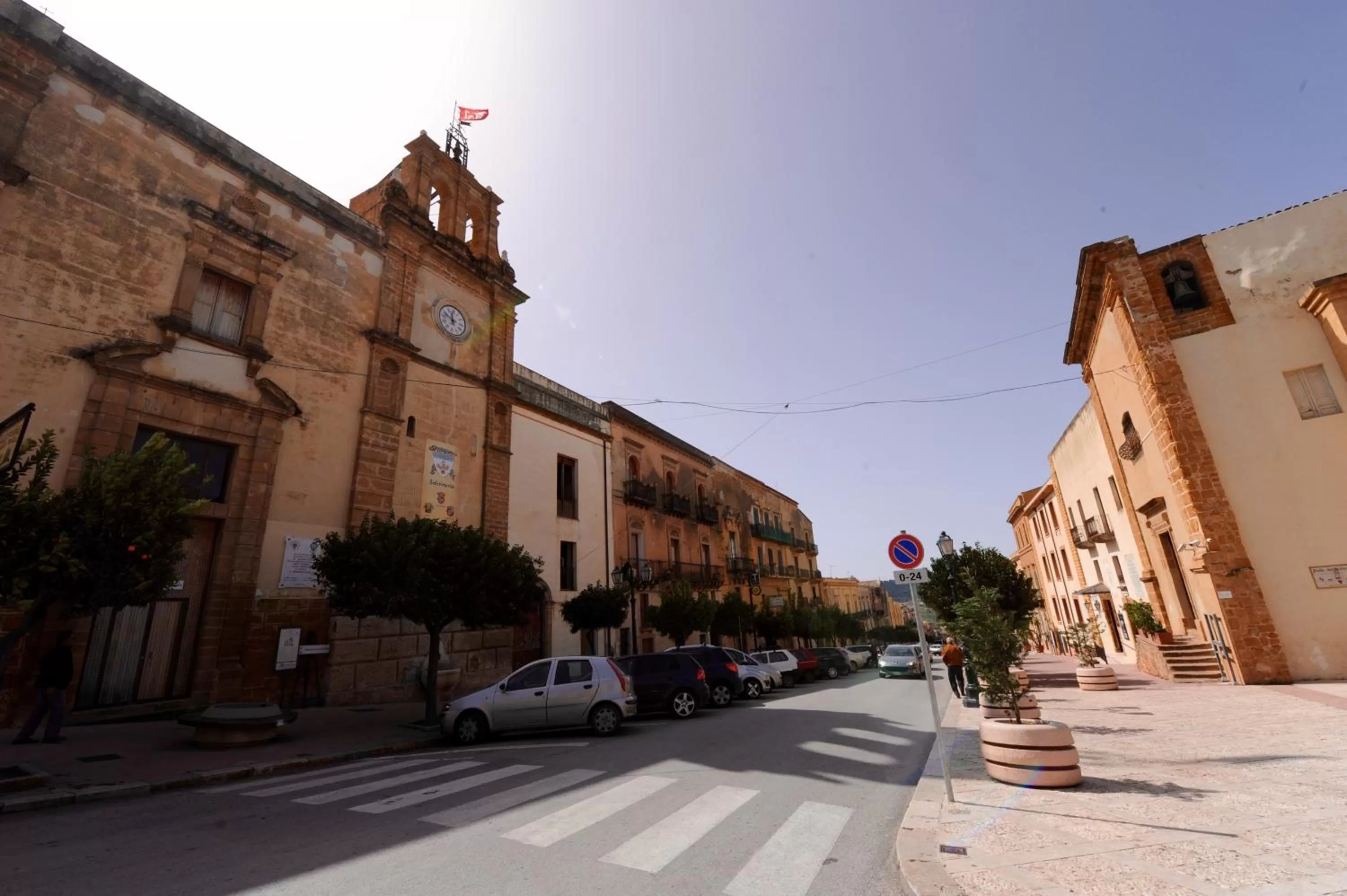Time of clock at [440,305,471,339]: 11:48
